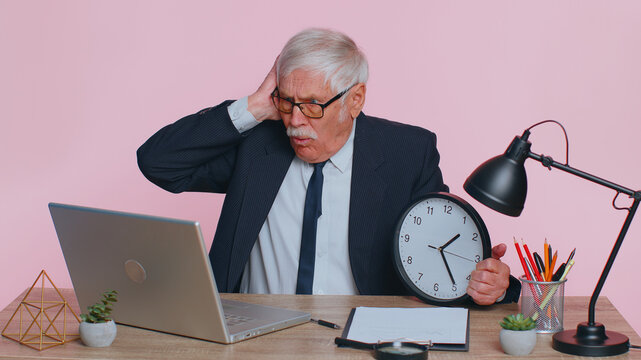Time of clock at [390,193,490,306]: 1:24
